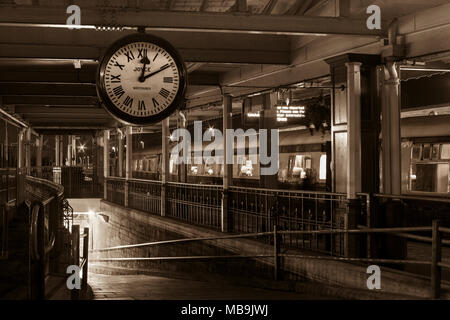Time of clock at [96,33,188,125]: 12:10
